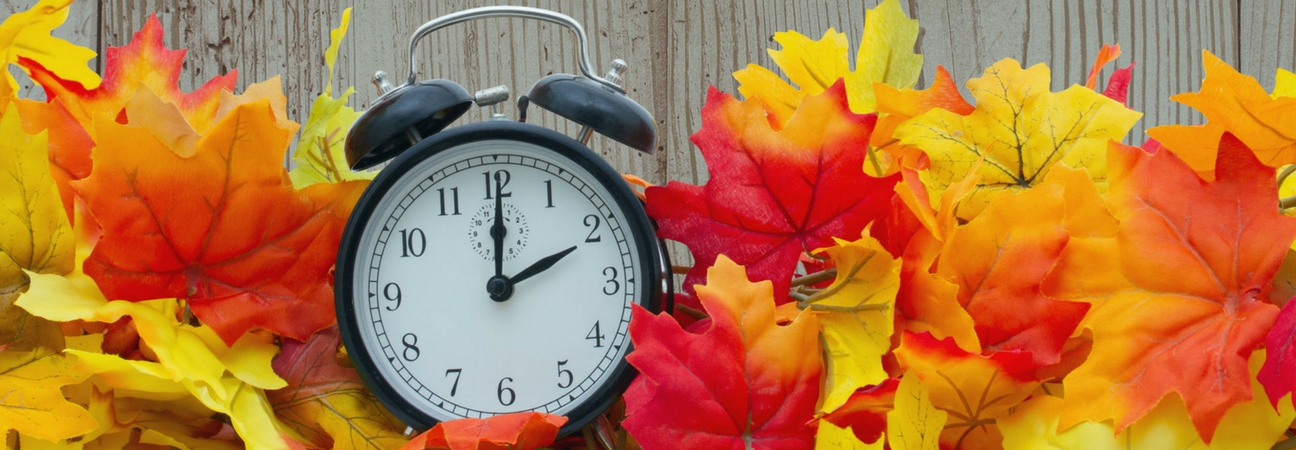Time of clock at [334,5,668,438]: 2:00
